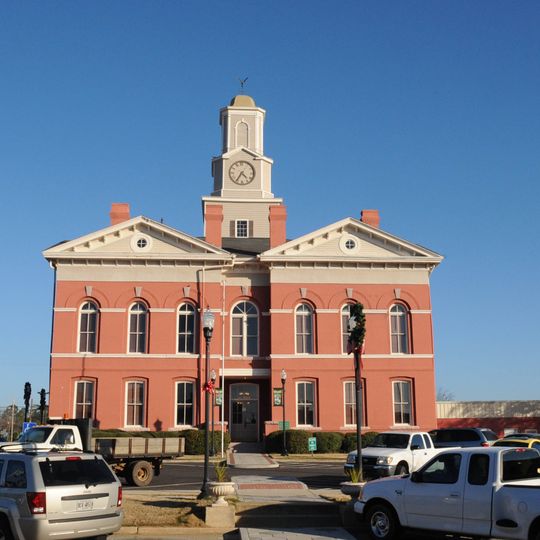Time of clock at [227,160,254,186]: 4:35
